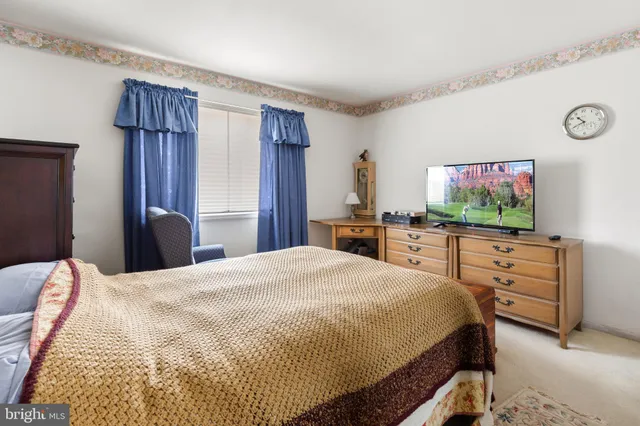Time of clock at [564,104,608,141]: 10:40
